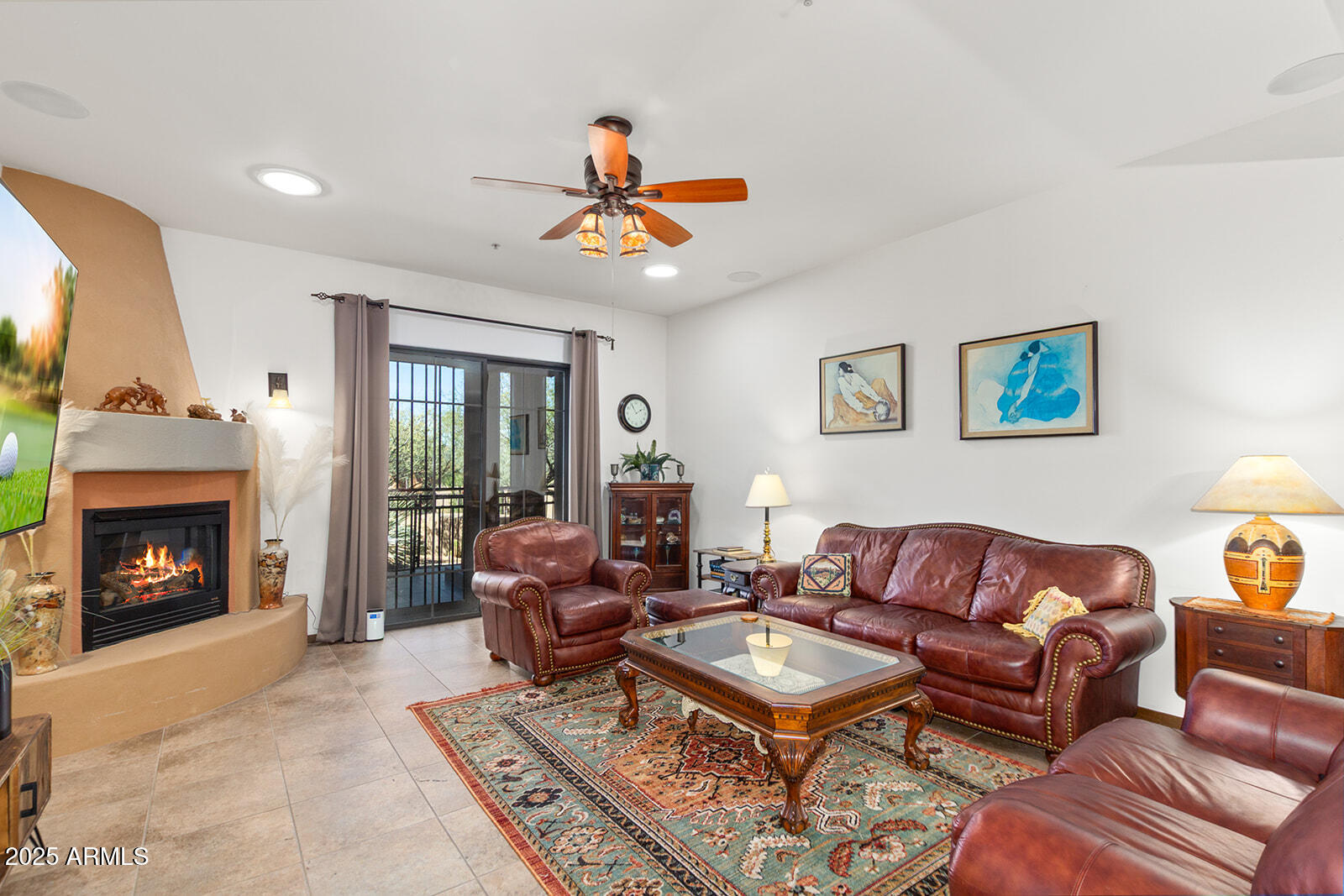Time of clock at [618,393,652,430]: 1:55
